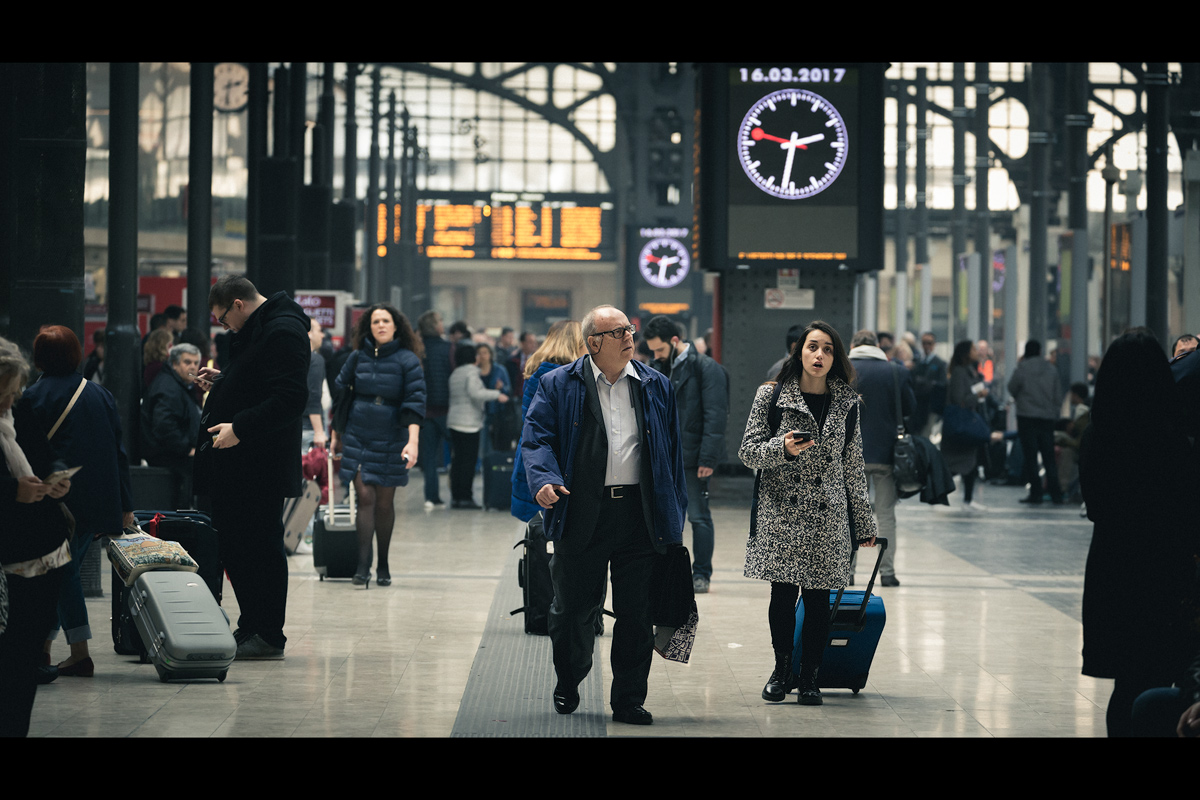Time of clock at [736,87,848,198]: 2:31
